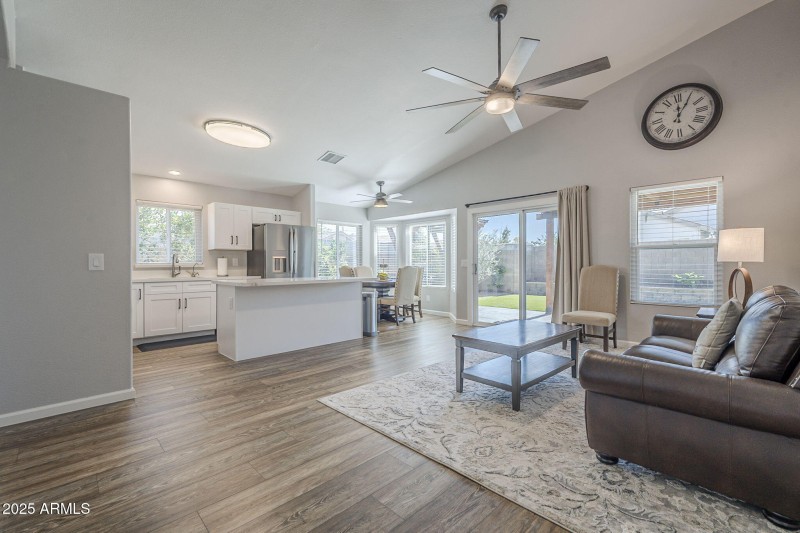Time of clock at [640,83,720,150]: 12:04
